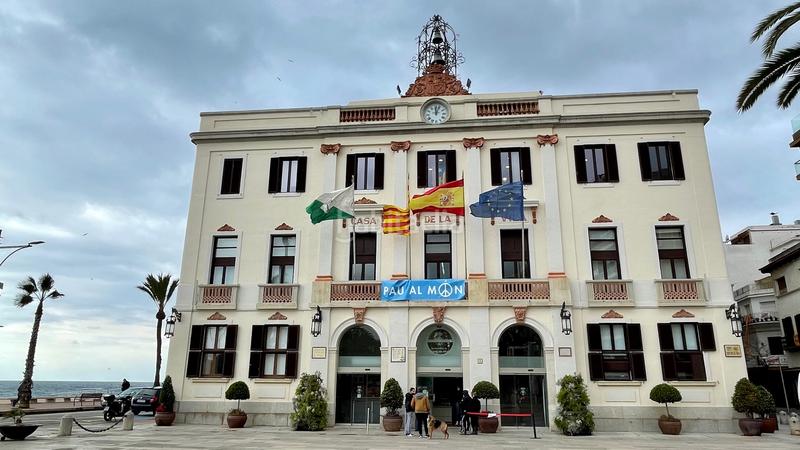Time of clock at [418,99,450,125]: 12:03
